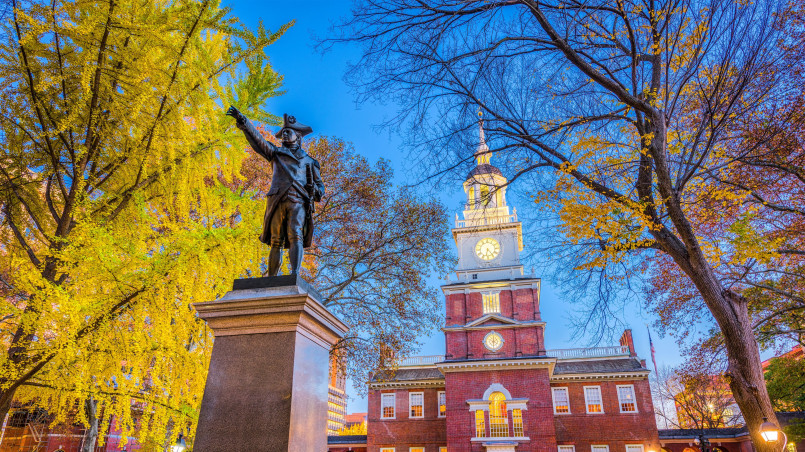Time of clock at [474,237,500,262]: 6:24
